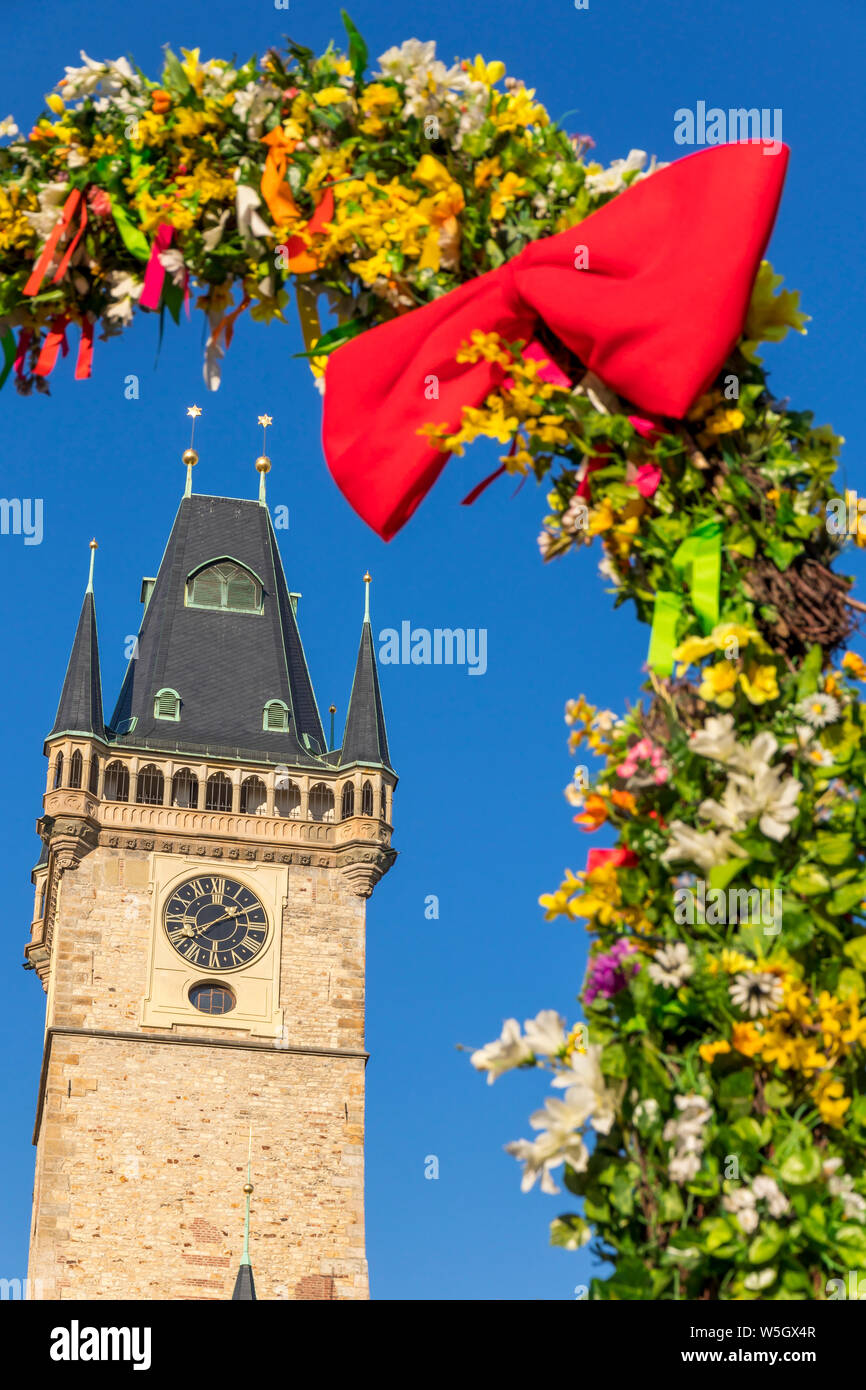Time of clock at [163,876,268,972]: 1:37
